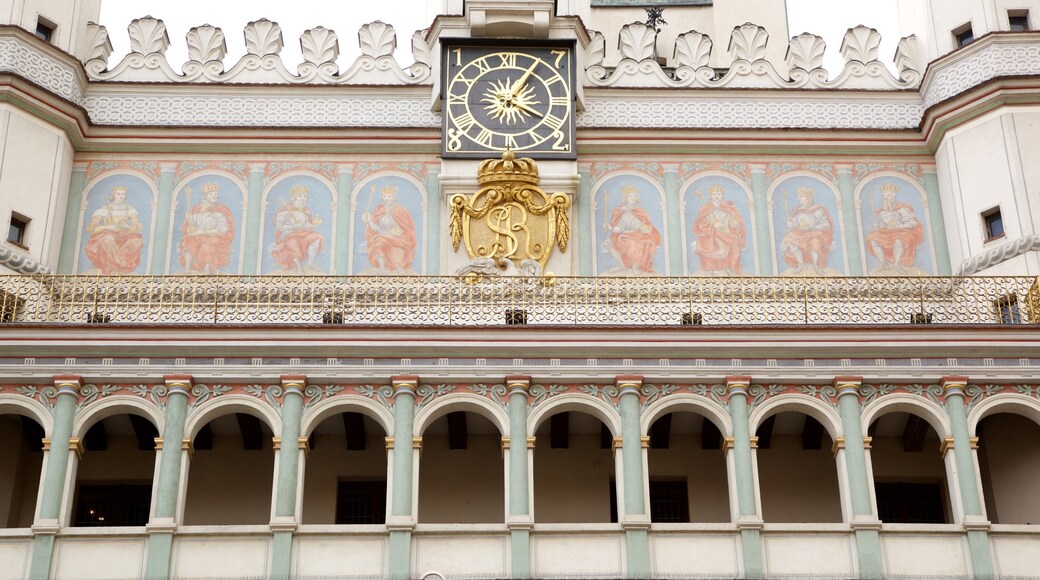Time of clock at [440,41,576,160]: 4:05
